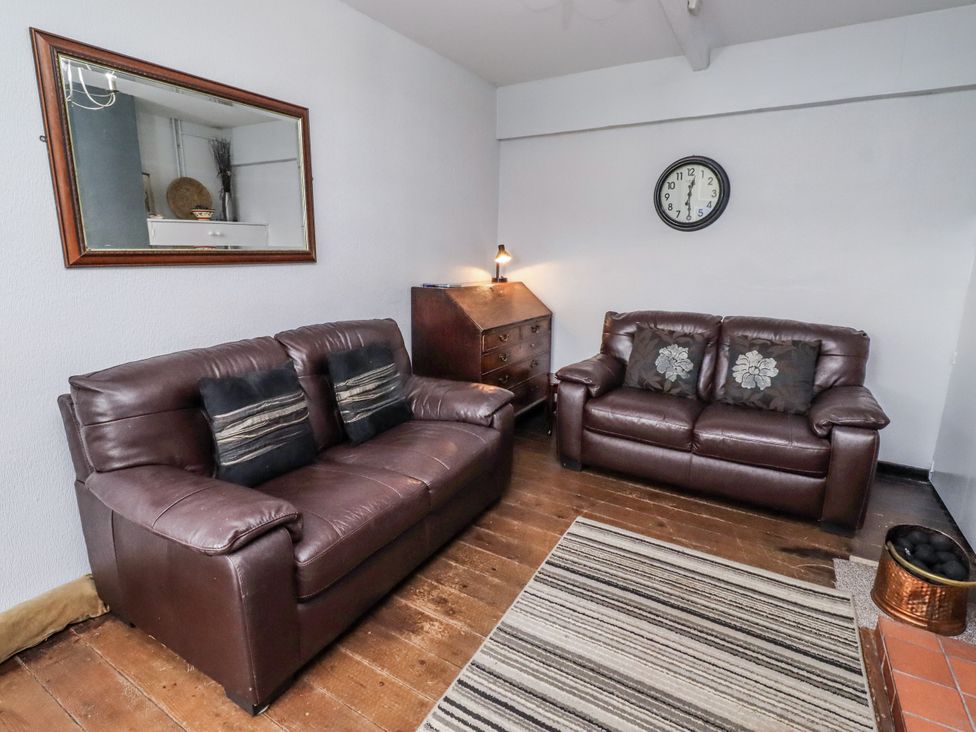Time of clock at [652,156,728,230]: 12:29
